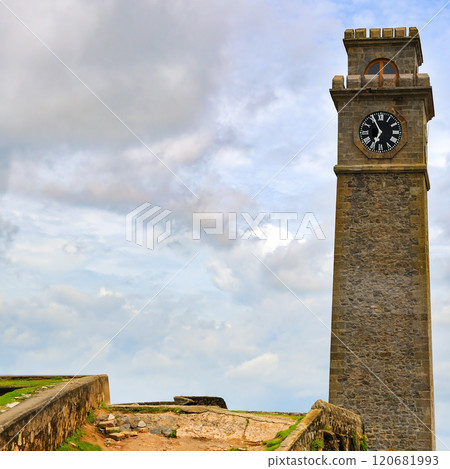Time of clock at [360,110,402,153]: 6:55
